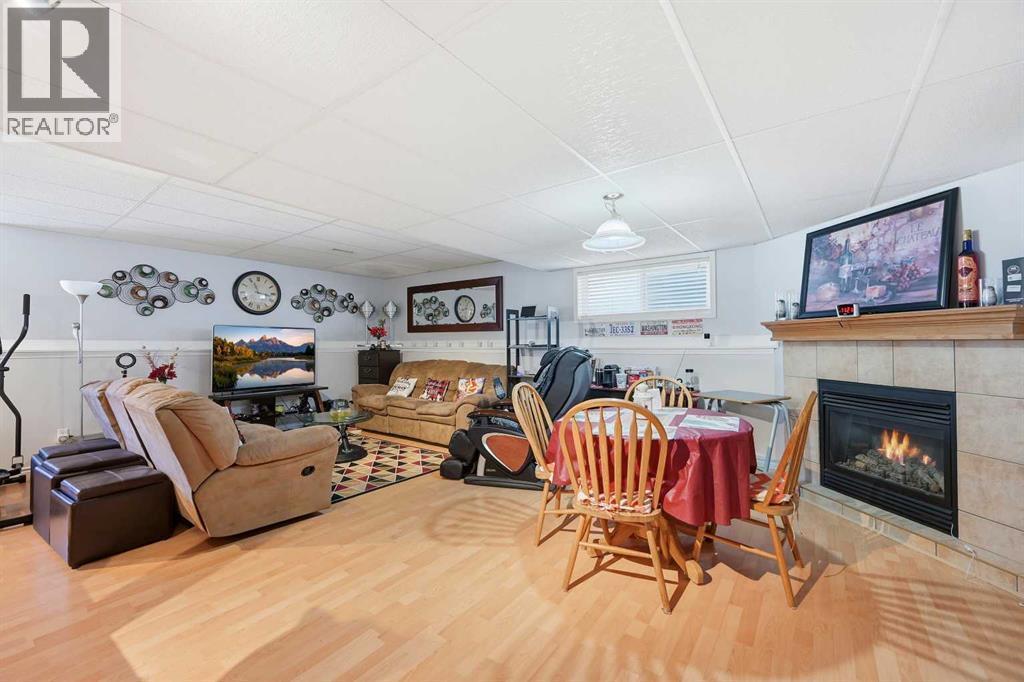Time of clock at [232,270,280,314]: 11:16
